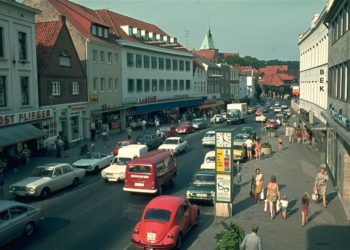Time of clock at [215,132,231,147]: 3:58
